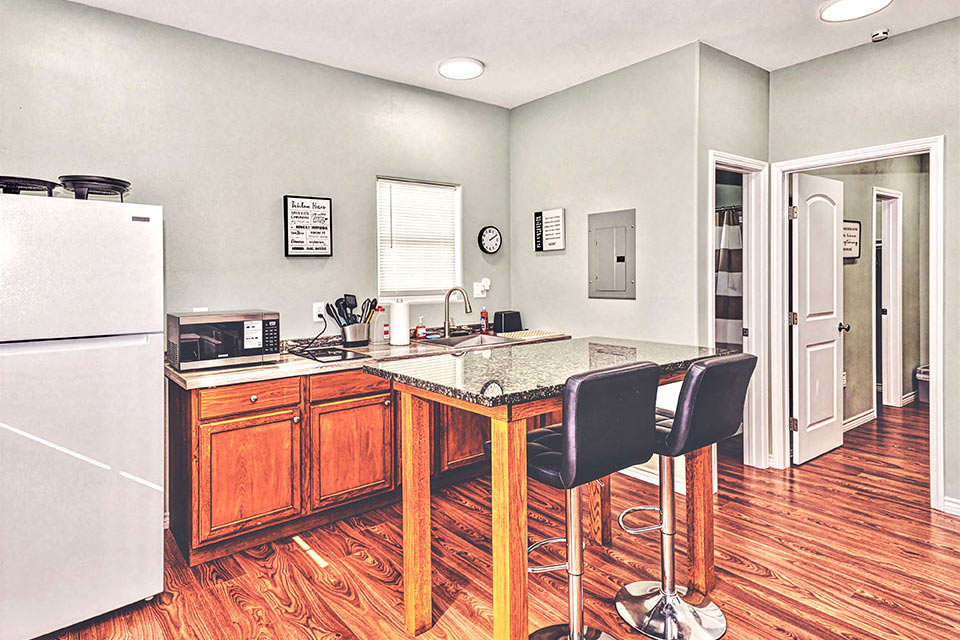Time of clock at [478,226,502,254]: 2:09
